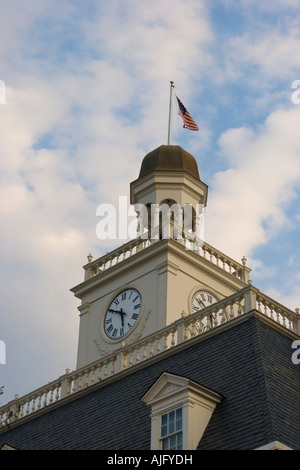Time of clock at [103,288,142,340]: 5:50
